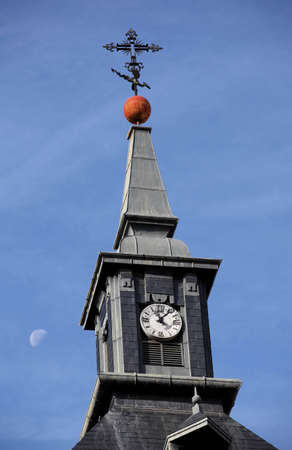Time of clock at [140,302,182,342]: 11:07
